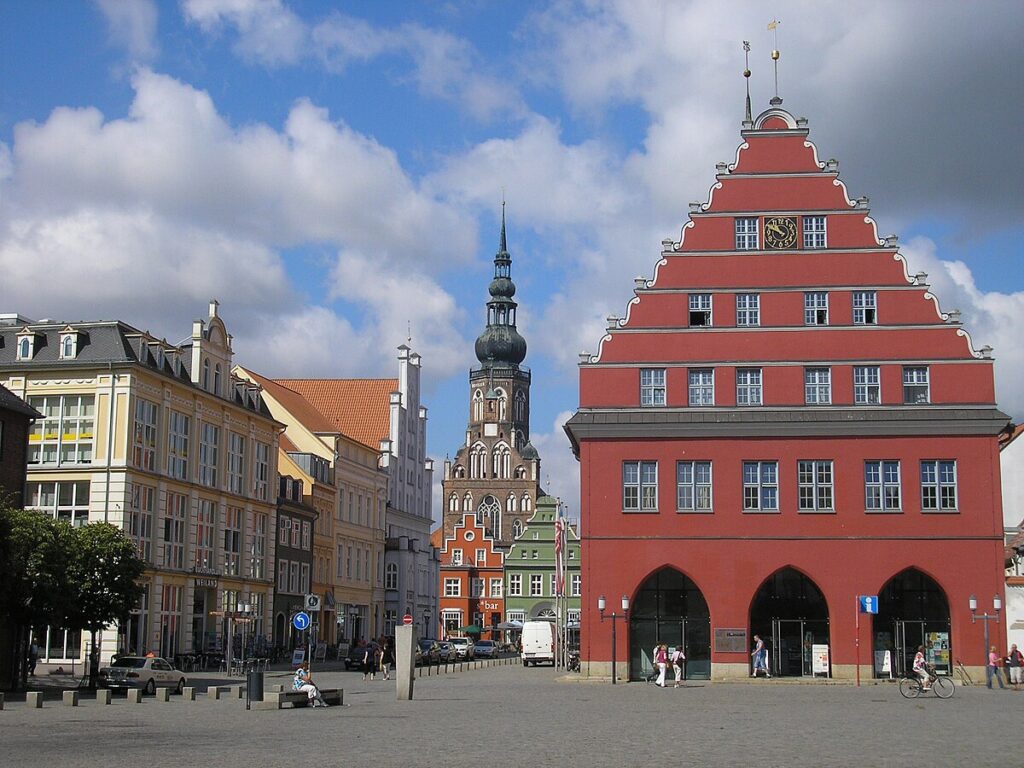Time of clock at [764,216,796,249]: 9:48
